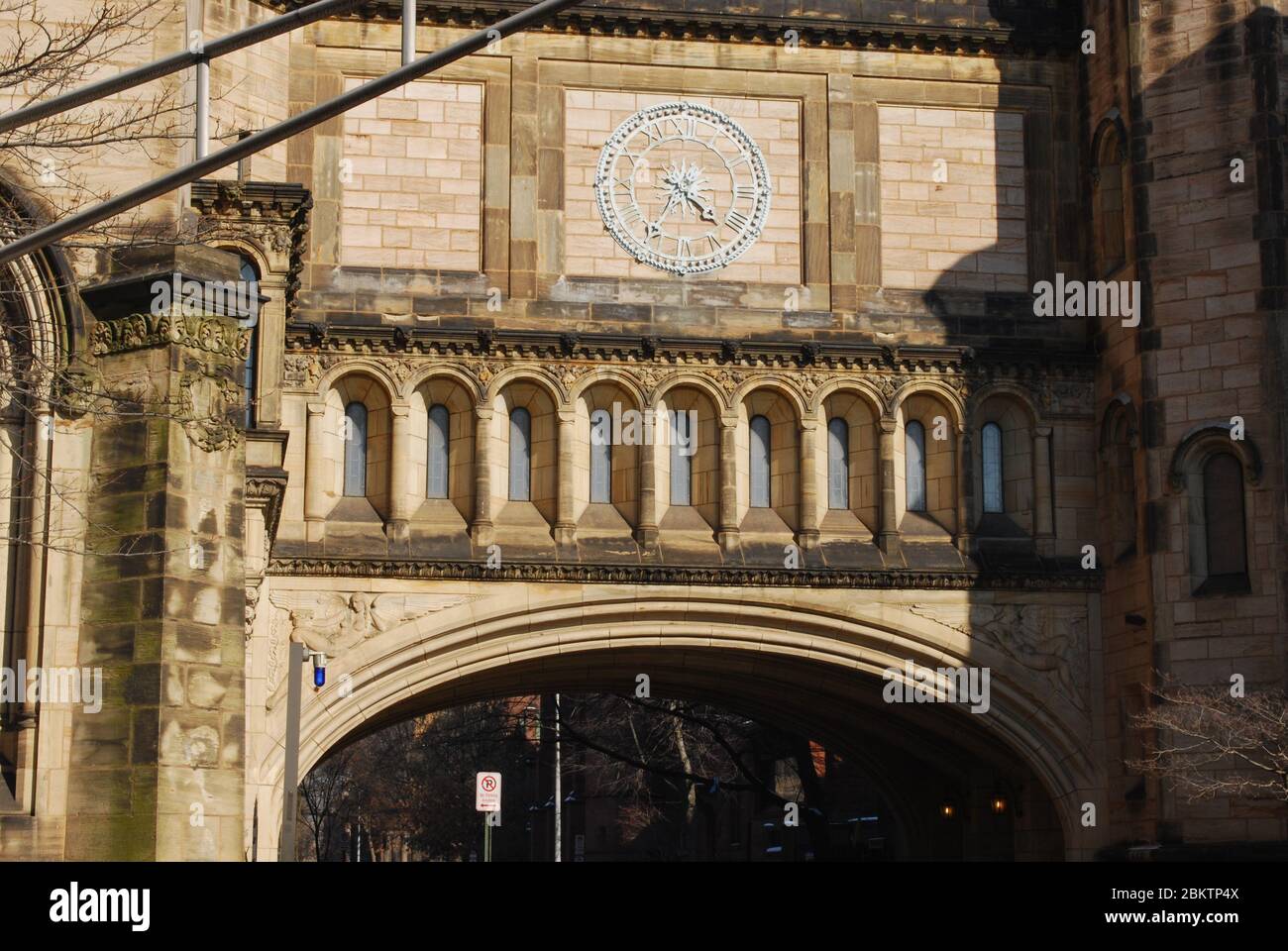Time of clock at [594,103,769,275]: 4:35
